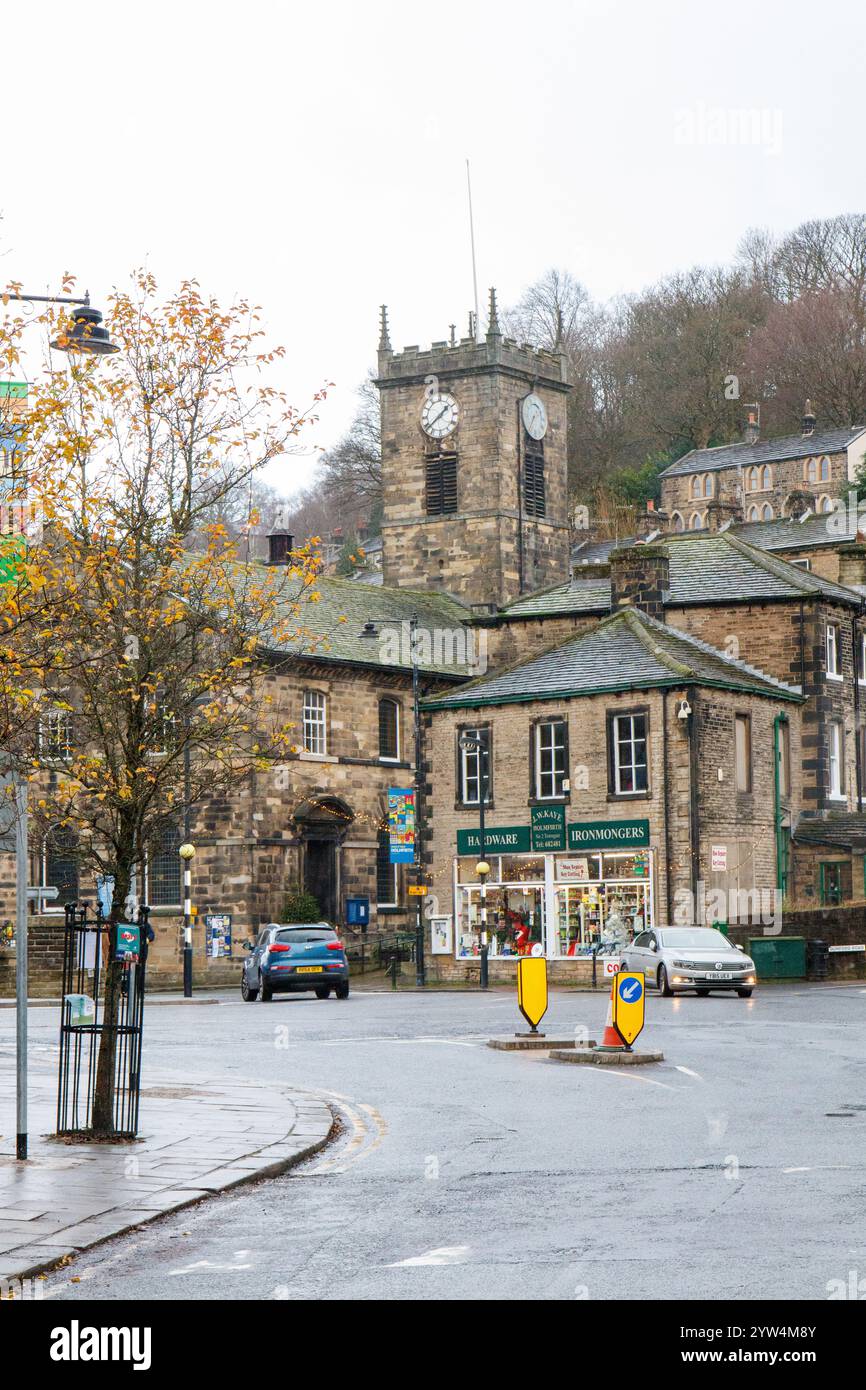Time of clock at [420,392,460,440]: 1:38
